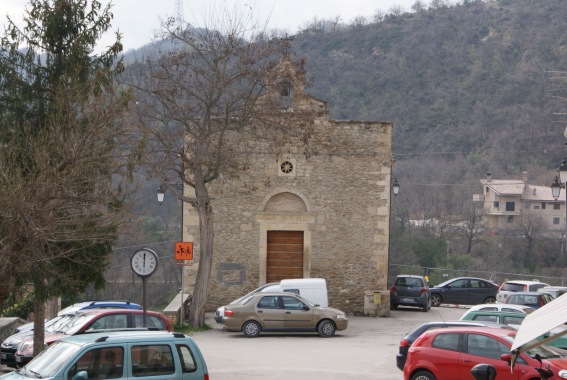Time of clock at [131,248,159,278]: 6:00
